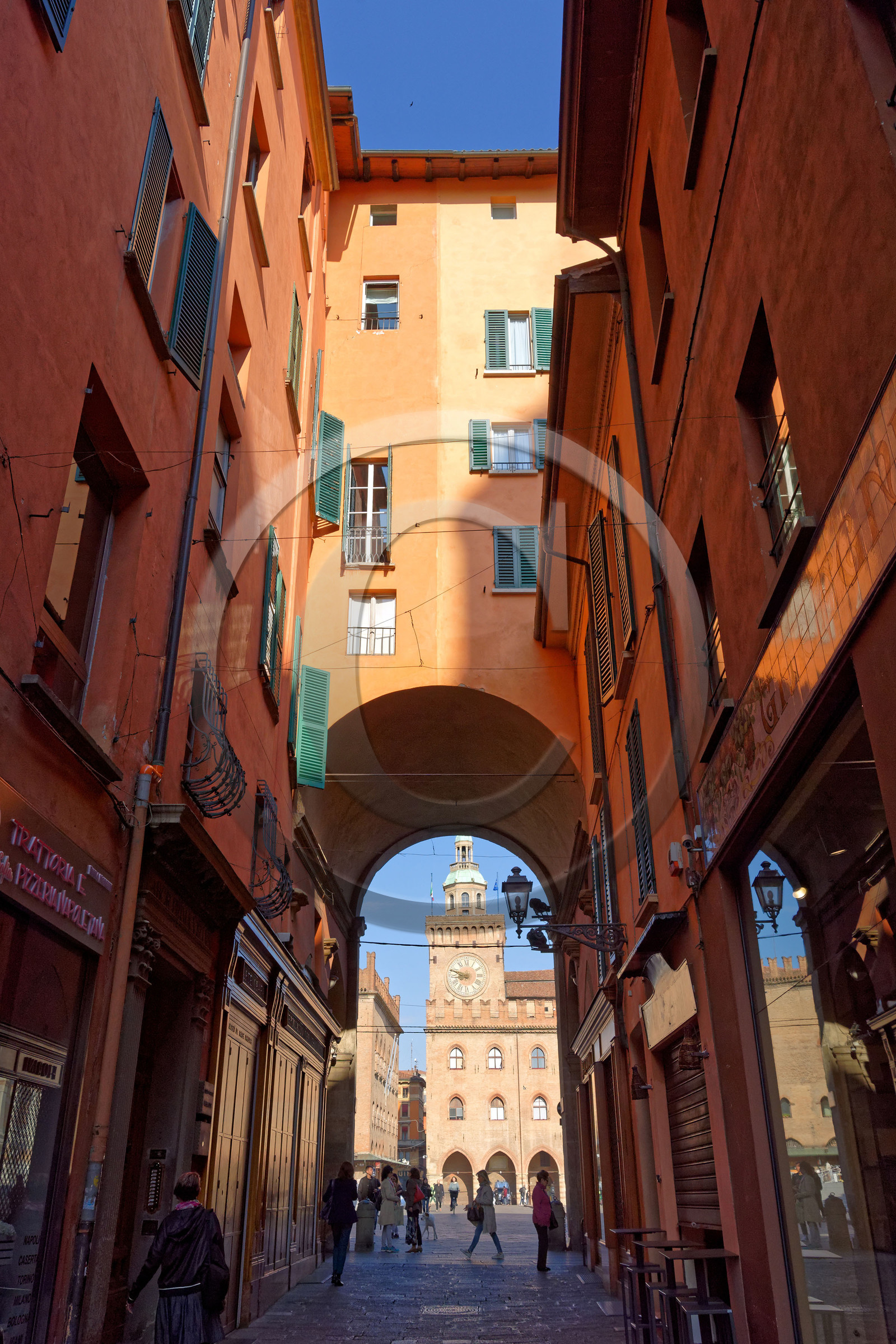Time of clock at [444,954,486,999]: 8:48
